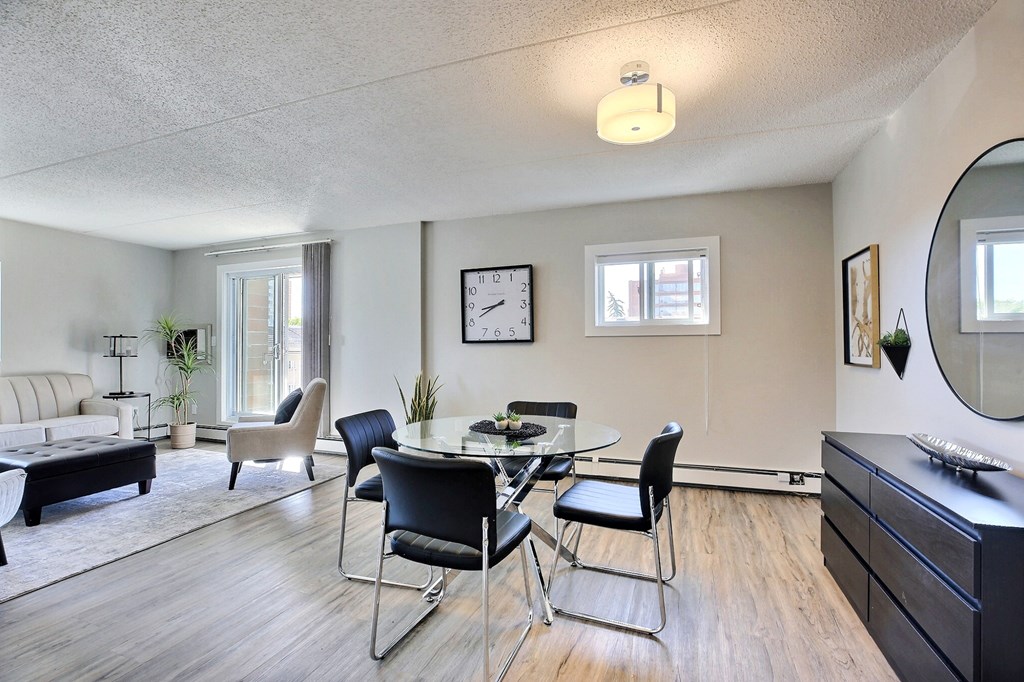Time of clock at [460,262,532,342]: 8:40
